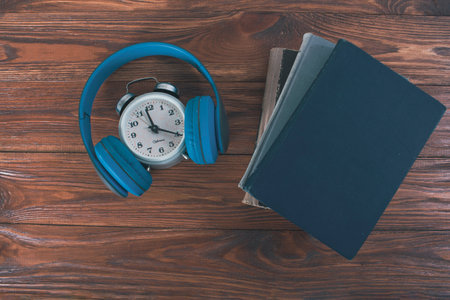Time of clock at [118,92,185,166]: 3:58
